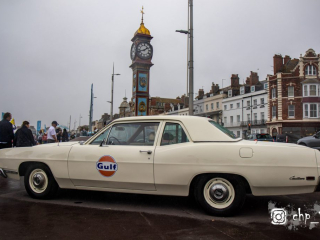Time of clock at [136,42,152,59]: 1:42
